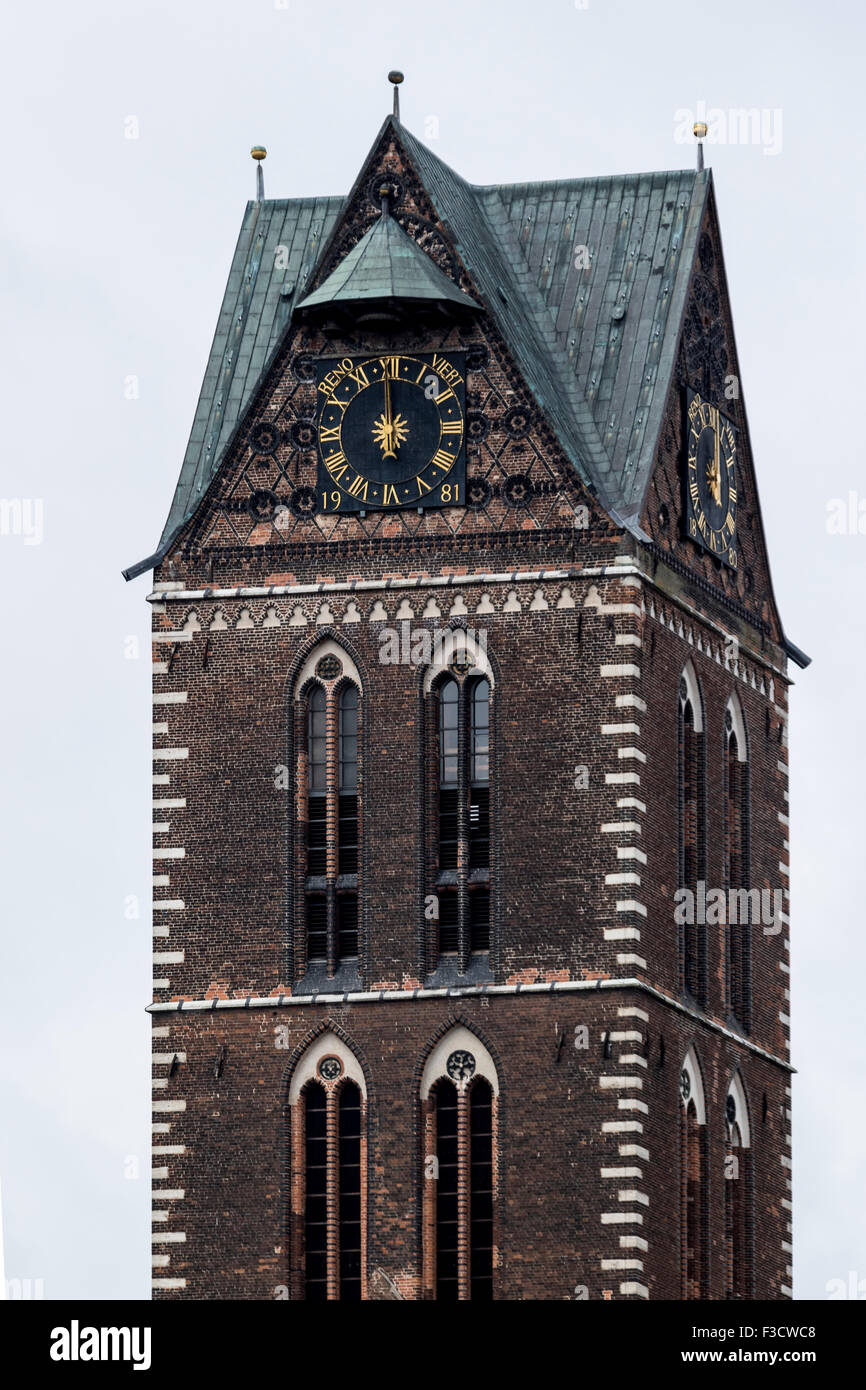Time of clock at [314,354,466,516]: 11:59
